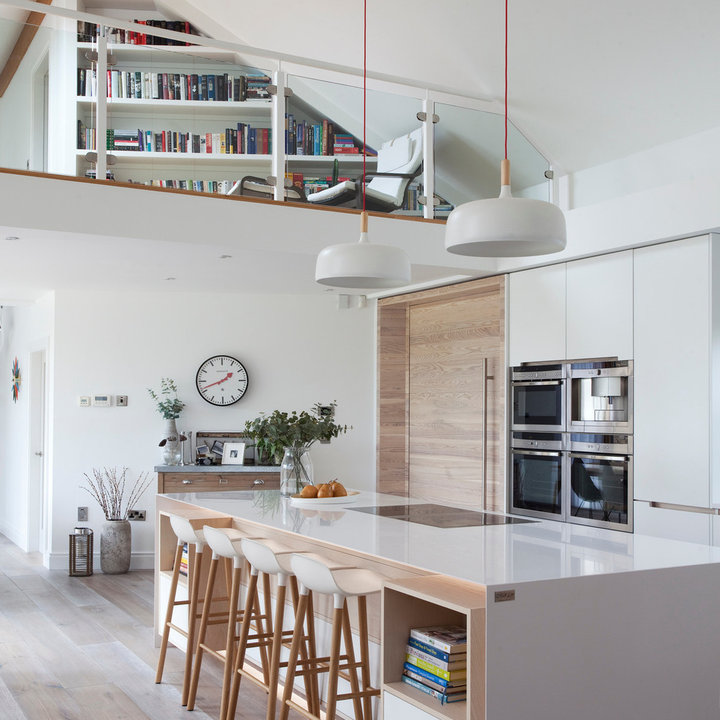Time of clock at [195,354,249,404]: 1:41
